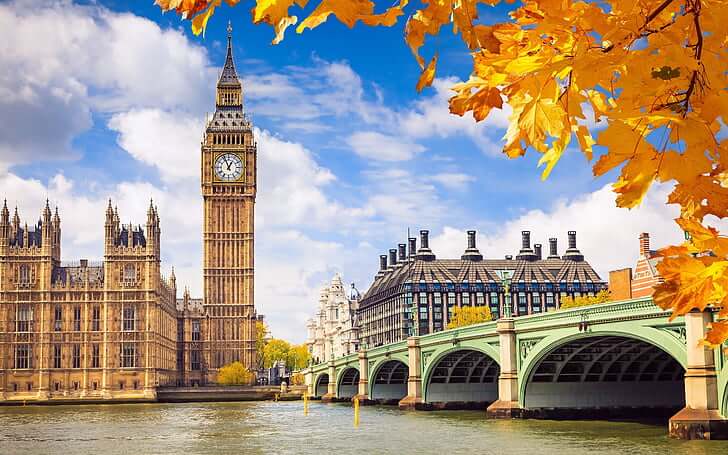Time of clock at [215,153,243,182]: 12:56
